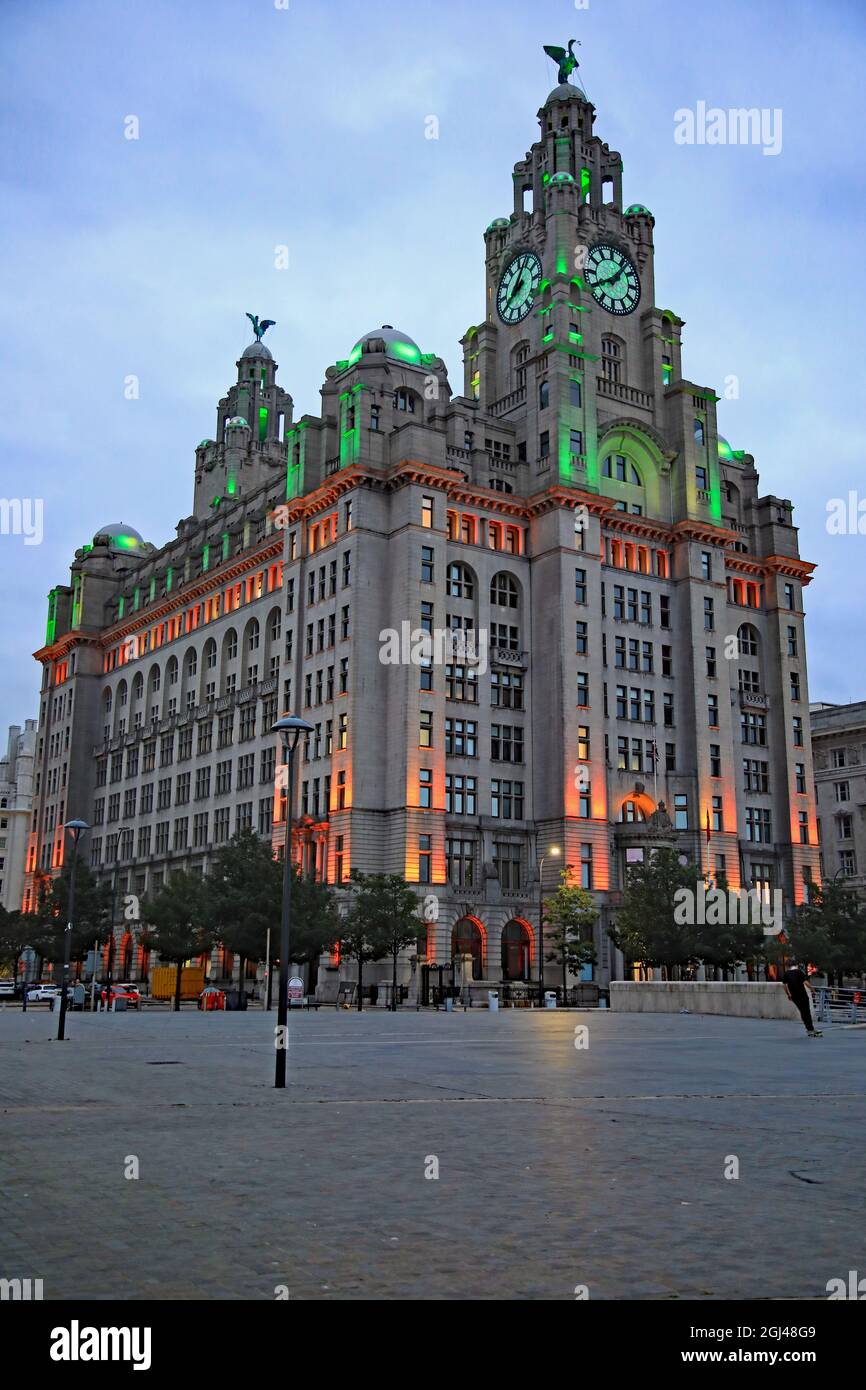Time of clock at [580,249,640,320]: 8:07
